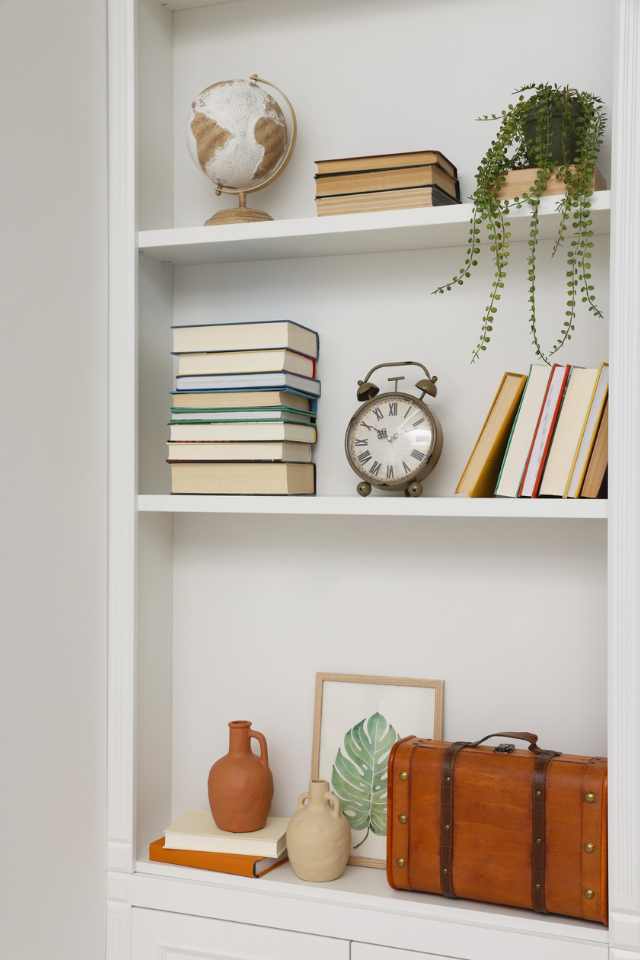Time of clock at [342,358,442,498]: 10:07
